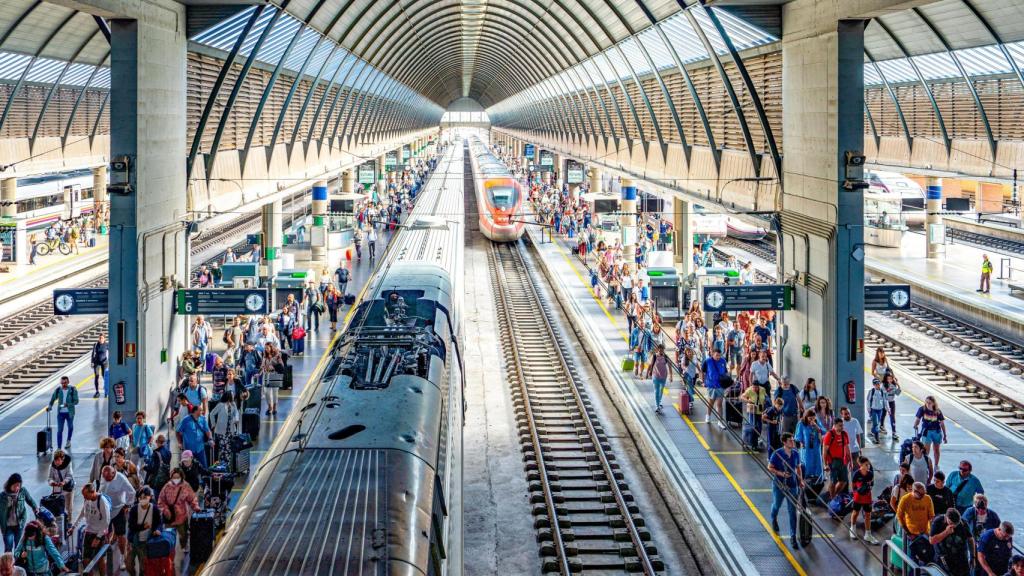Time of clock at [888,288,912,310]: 12:32
